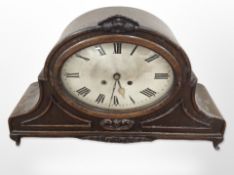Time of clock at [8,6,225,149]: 5:31
